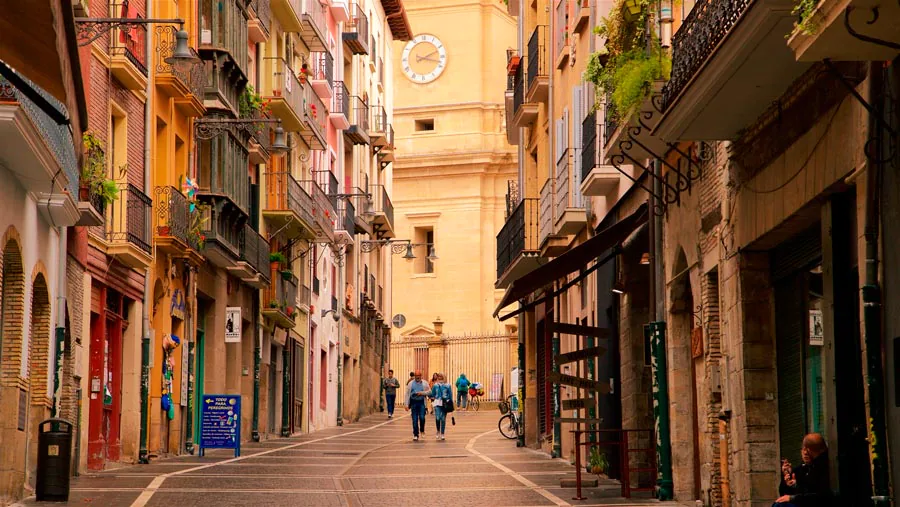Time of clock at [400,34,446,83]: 2:17
